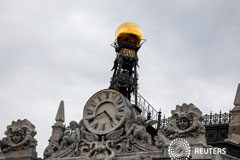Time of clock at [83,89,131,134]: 4:40
